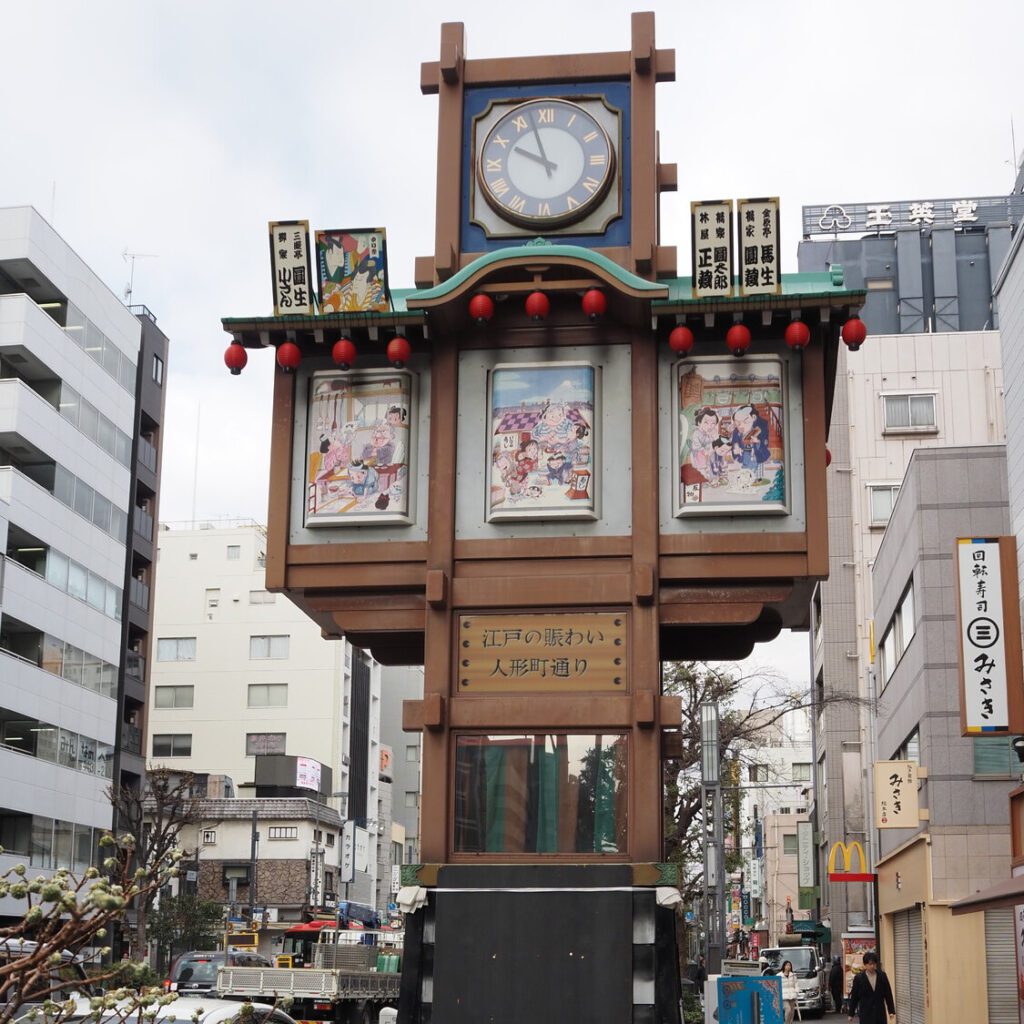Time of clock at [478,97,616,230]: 9:57
